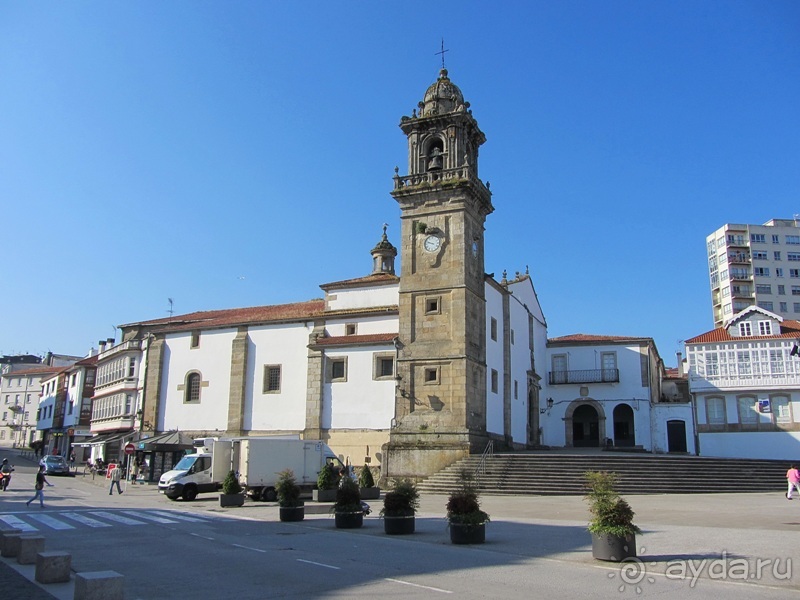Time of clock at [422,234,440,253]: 9:48
